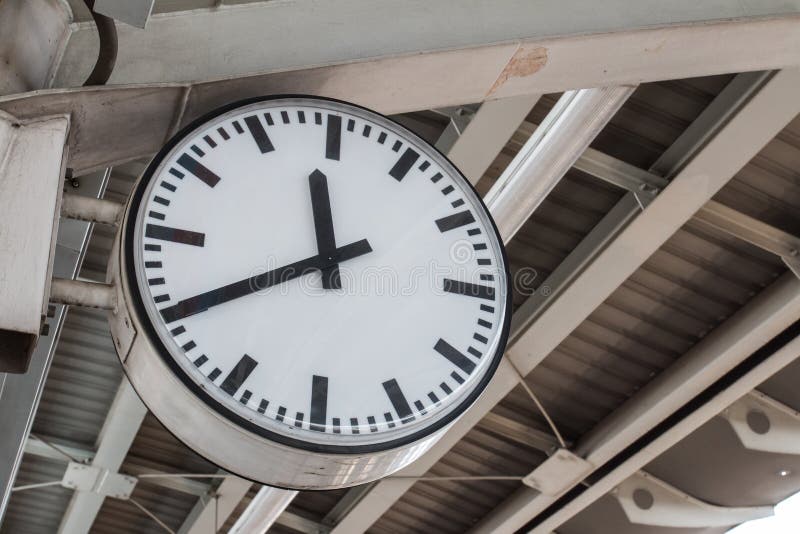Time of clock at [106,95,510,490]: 11:40
